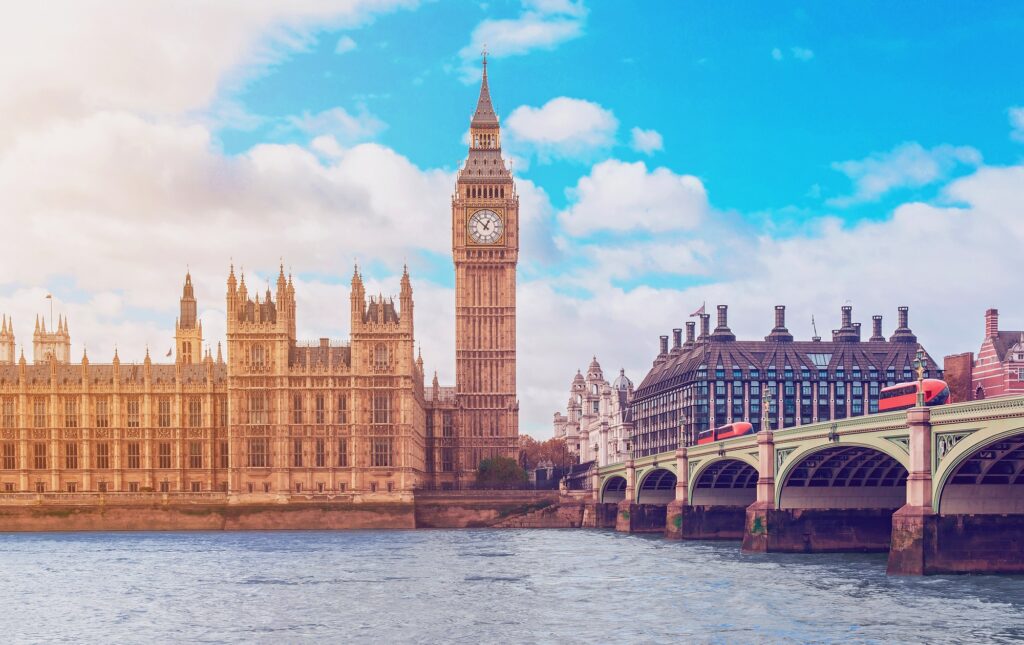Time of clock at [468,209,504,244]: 12:52
